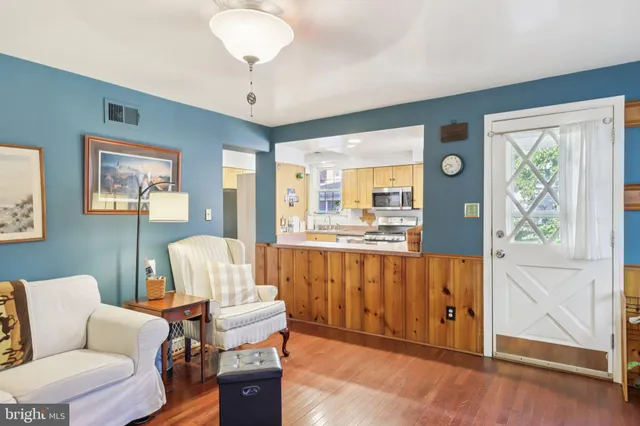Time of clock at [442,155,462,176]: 9:38
